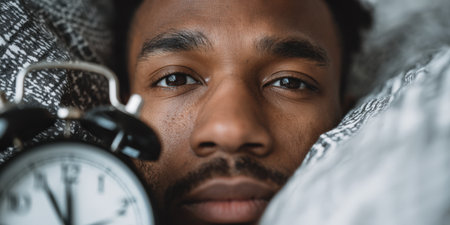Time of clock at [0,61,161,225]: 11:55
